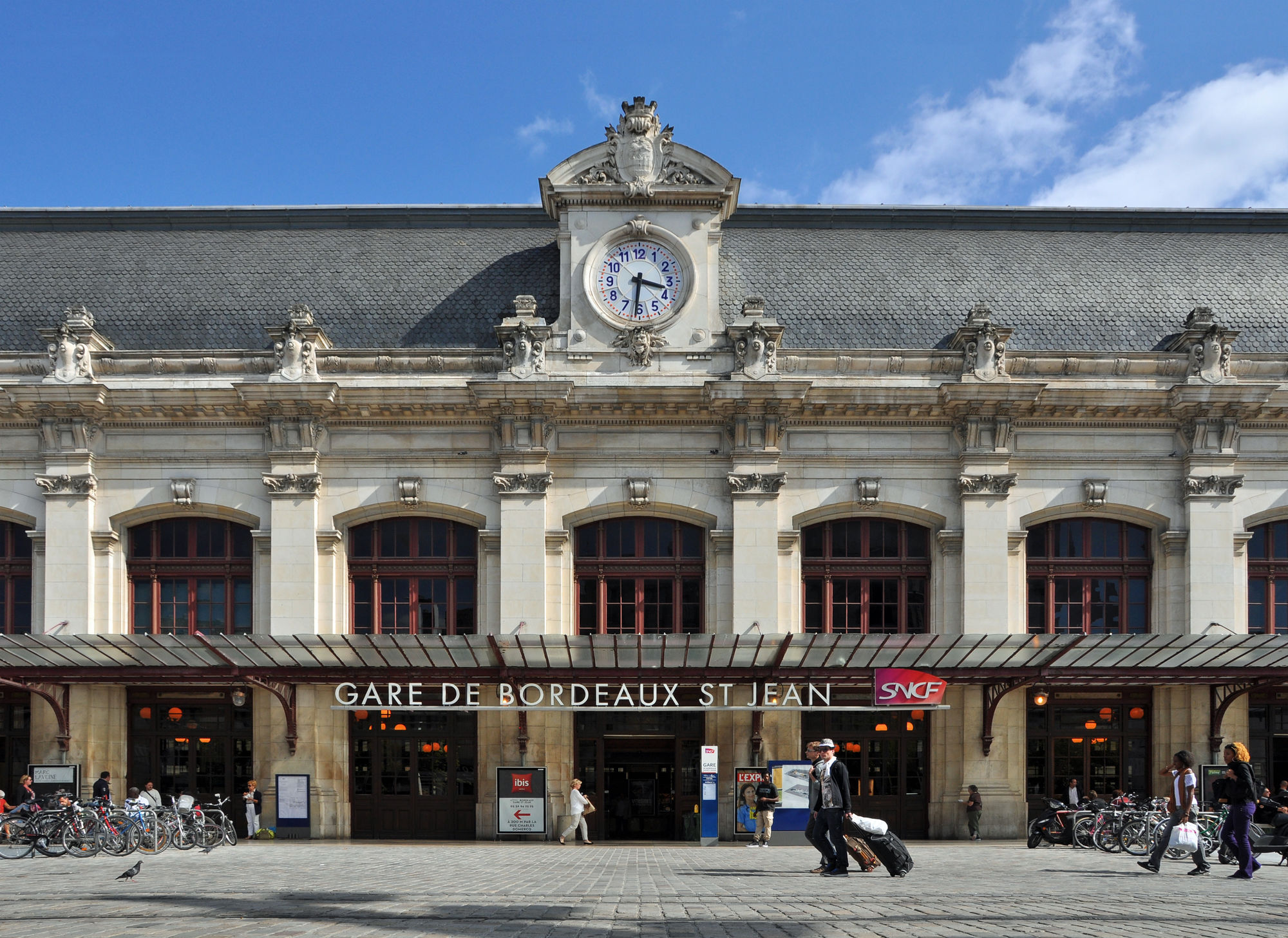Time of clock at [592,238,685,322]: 3:31
